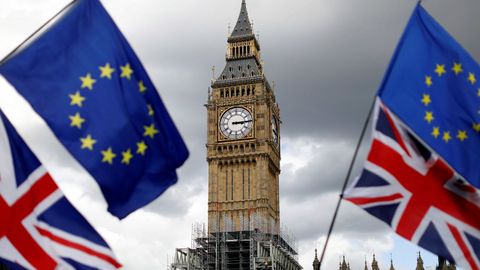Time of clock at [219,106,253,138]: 3:14
